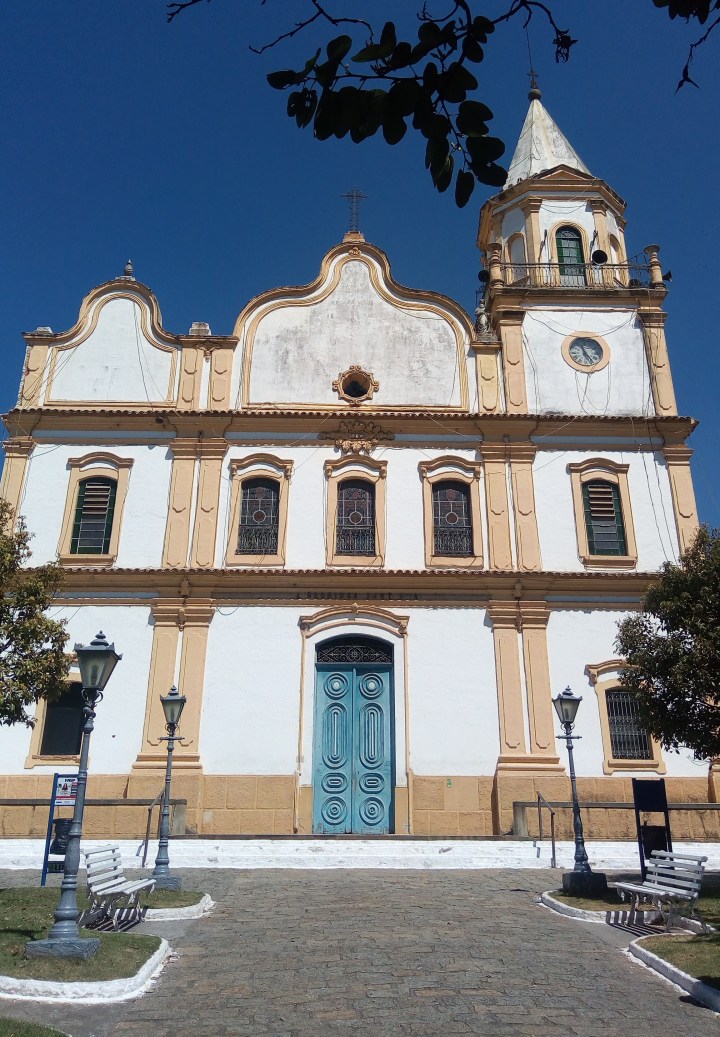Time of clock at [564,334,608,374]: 11:24
